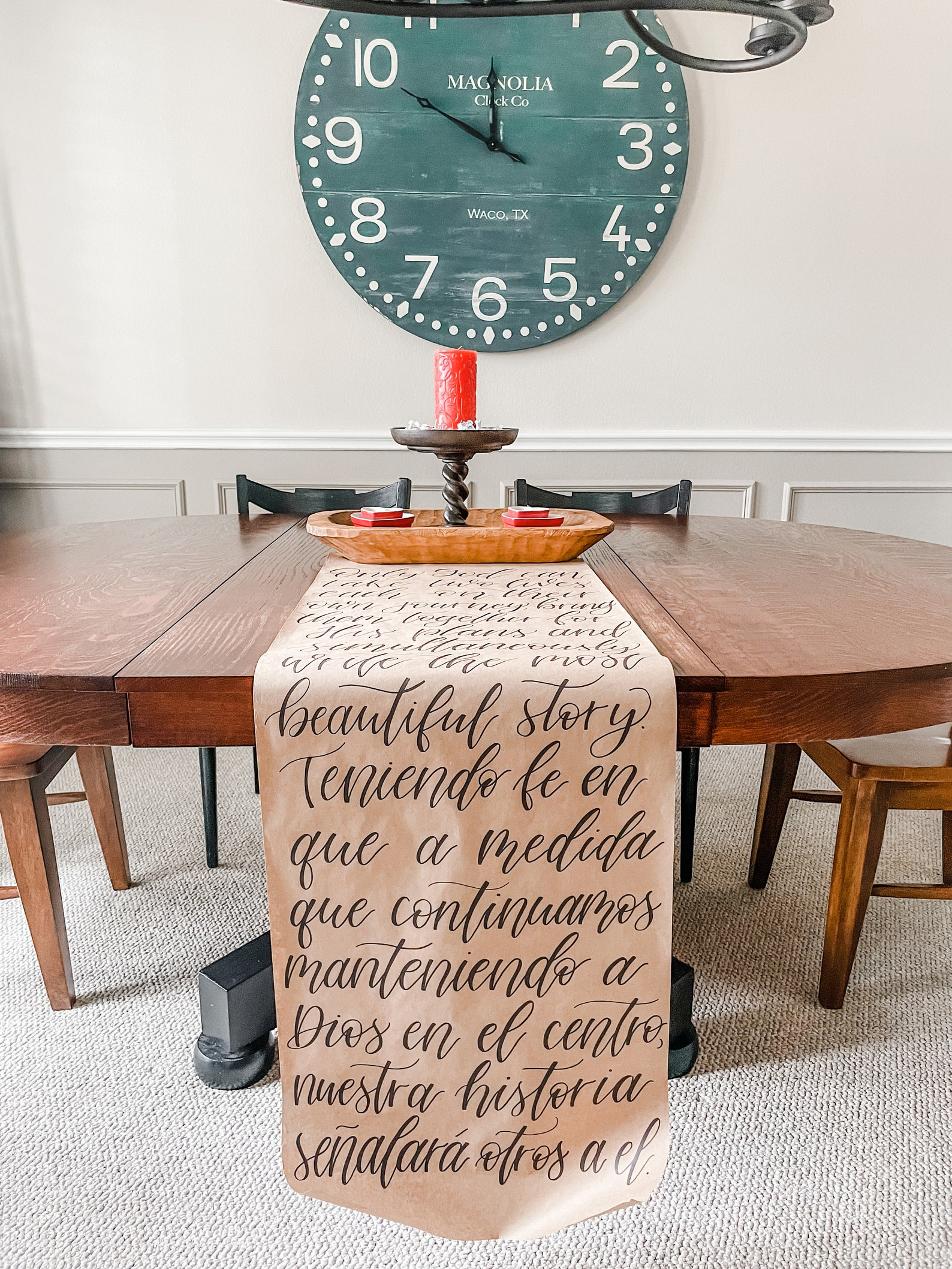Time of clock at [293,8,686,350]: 11:49
